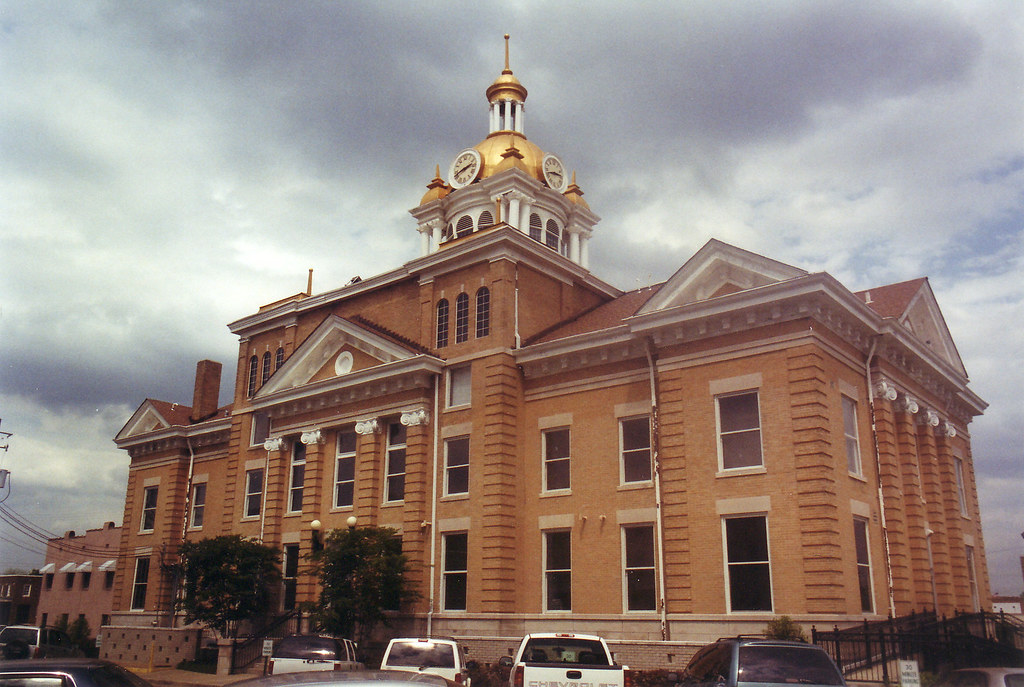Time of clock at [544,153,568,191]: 2:42
